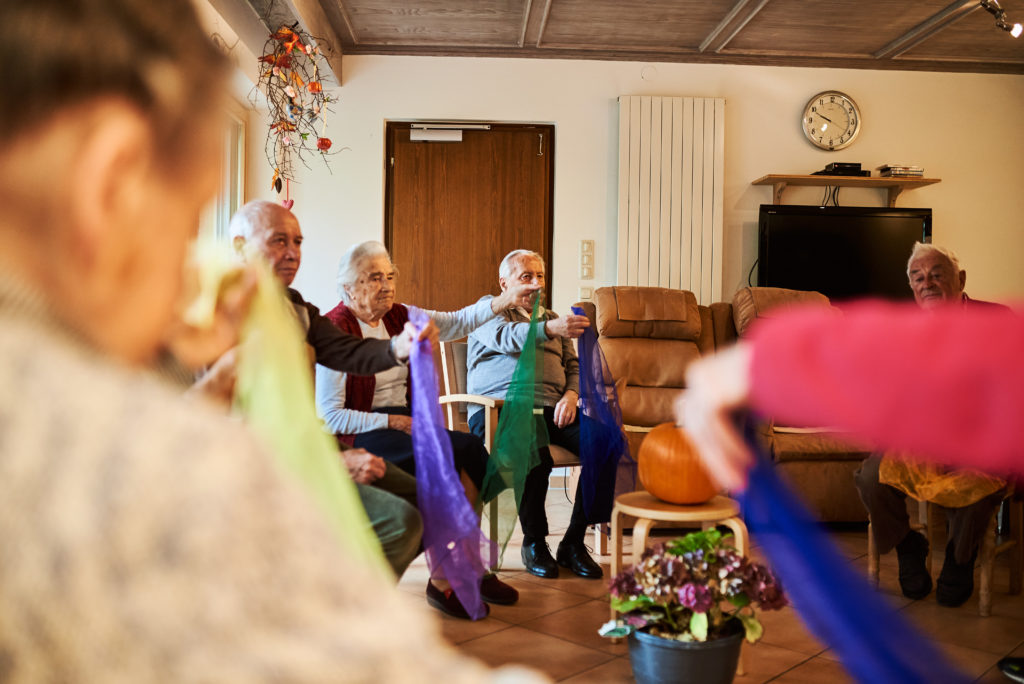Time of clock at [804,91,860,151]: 6:49
